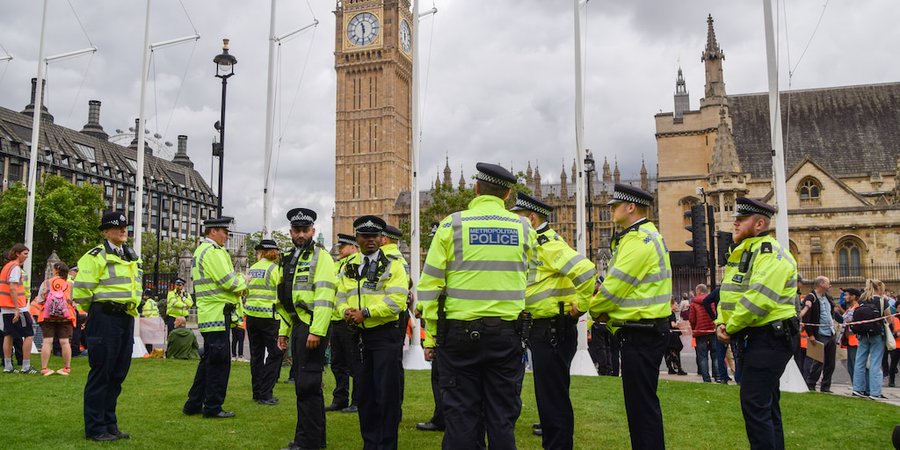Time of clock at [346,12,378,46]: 11:30
